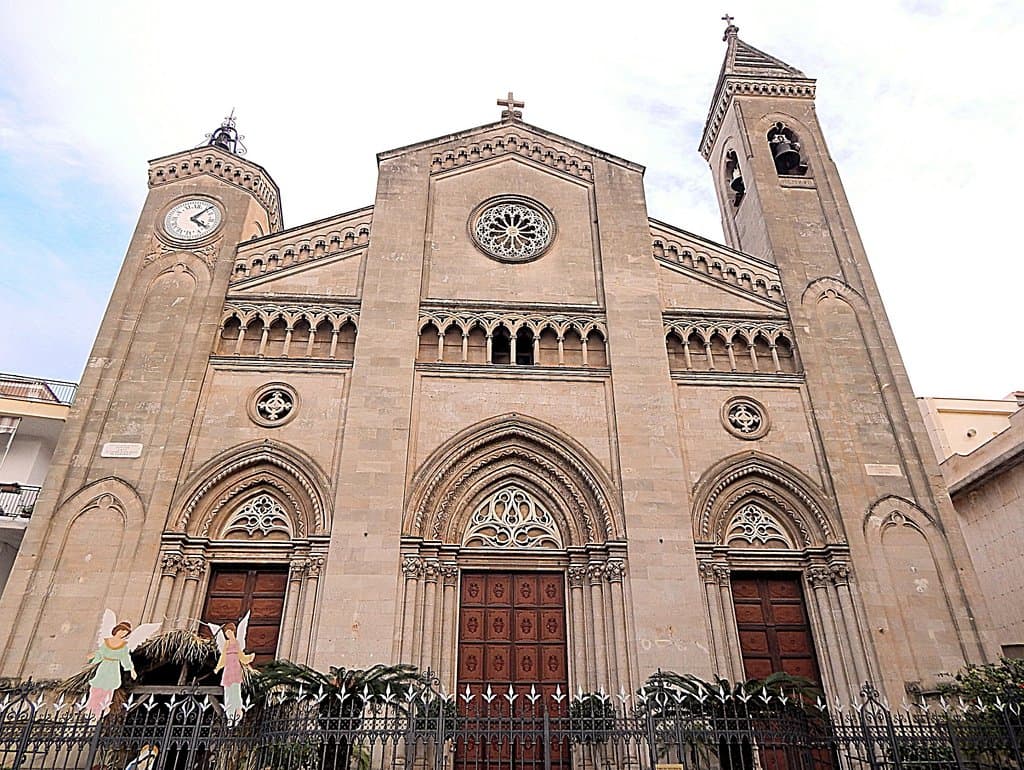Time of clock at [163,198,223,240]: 4:07
